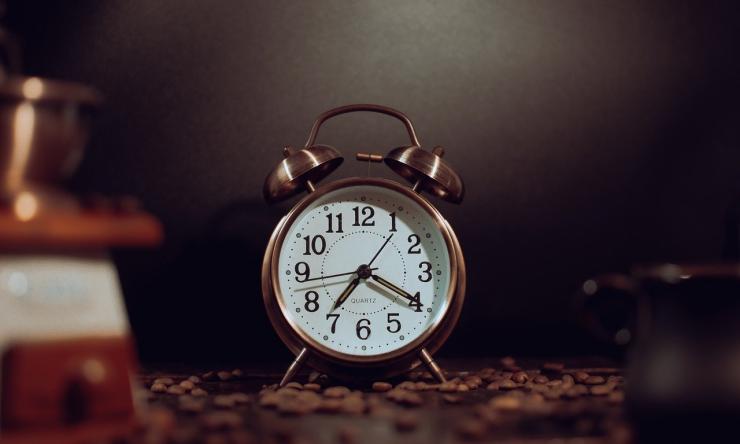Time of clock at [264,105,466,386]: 7:19
